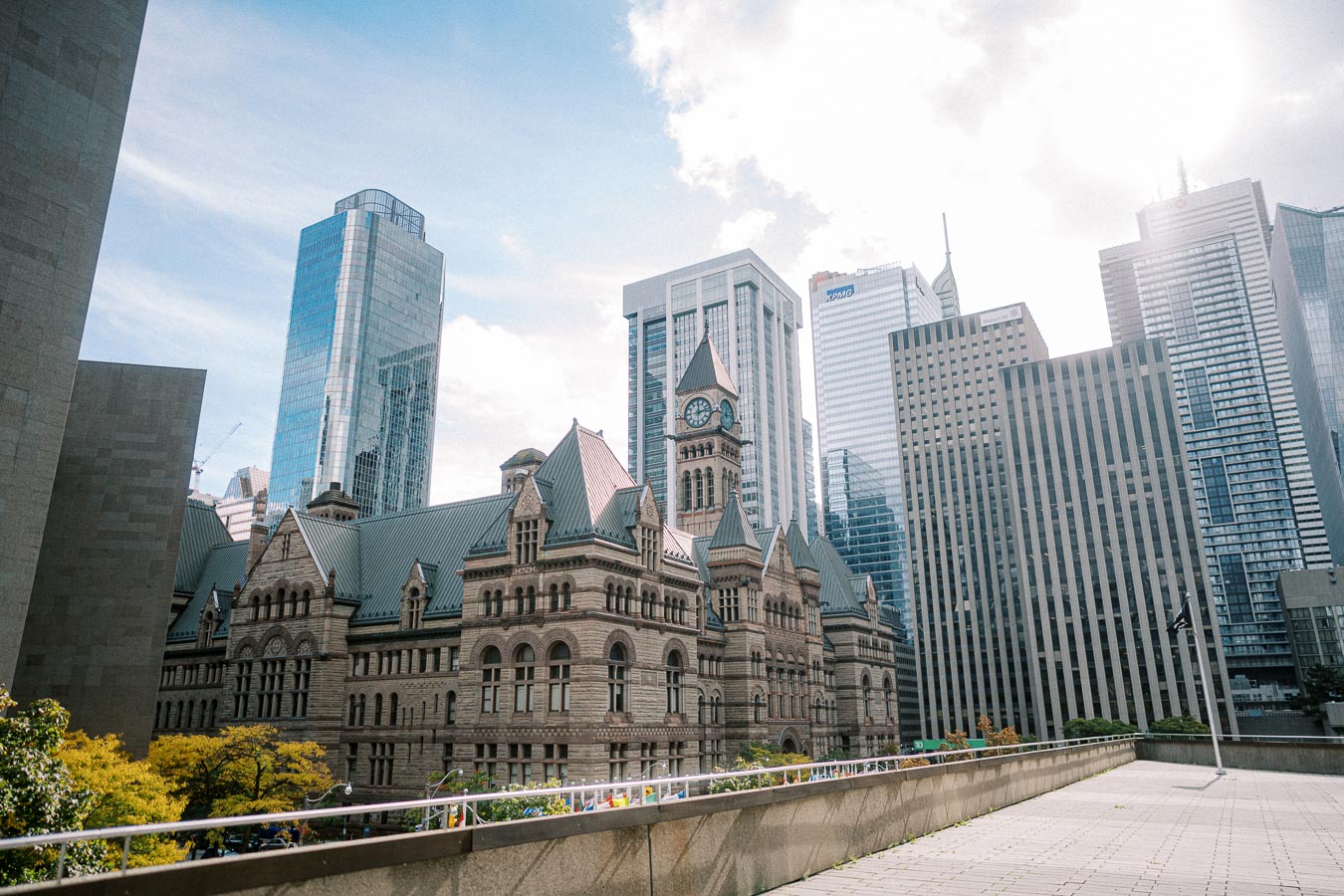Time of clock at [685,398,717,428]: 12:12
